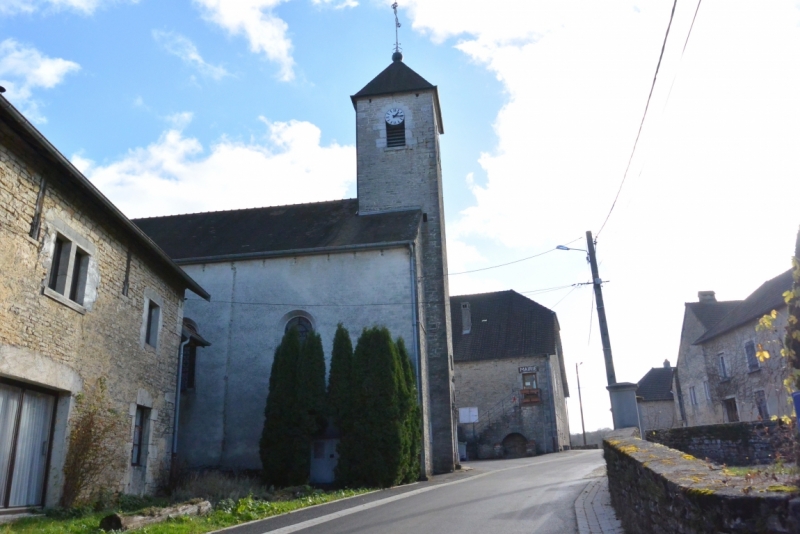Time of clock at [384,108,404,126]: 1:16
